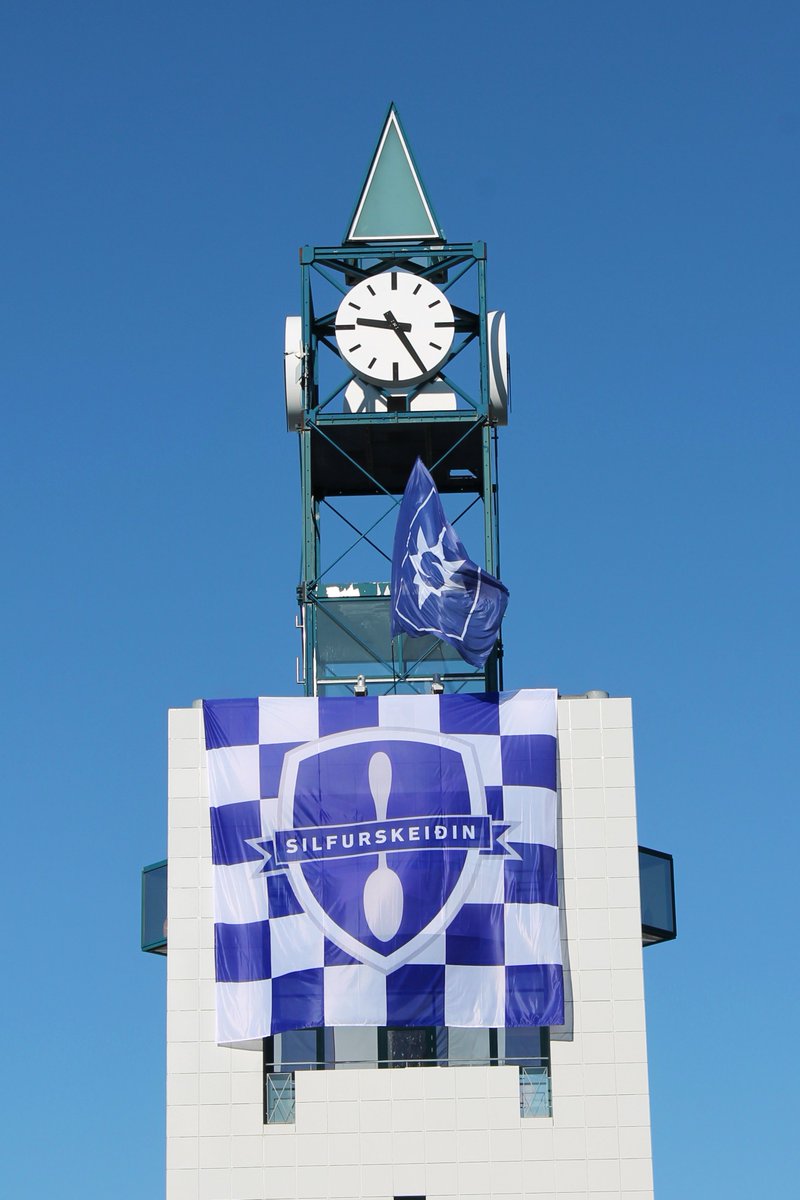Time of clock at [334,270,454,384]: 9:24
